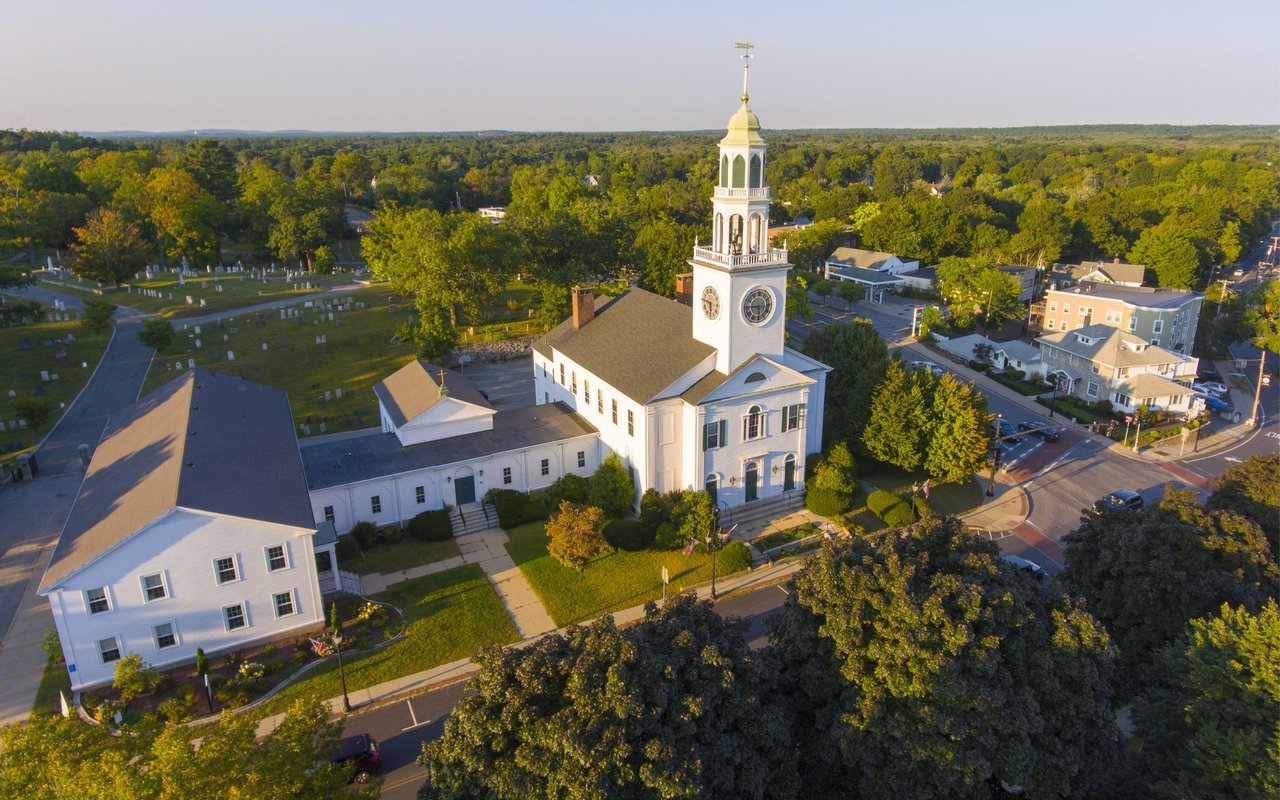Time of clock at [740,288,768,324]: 5:45
